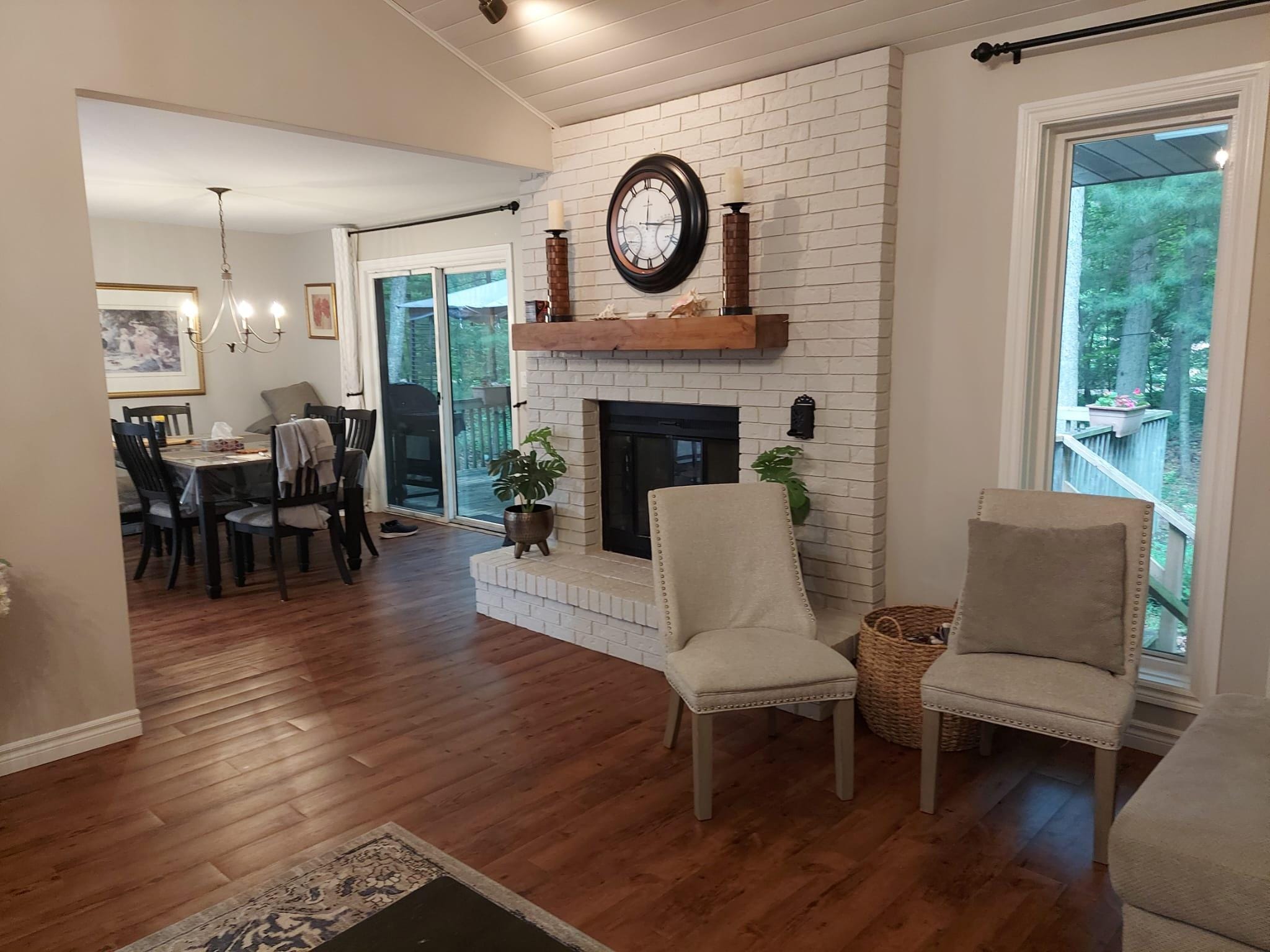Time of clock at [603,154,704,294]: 12:15
